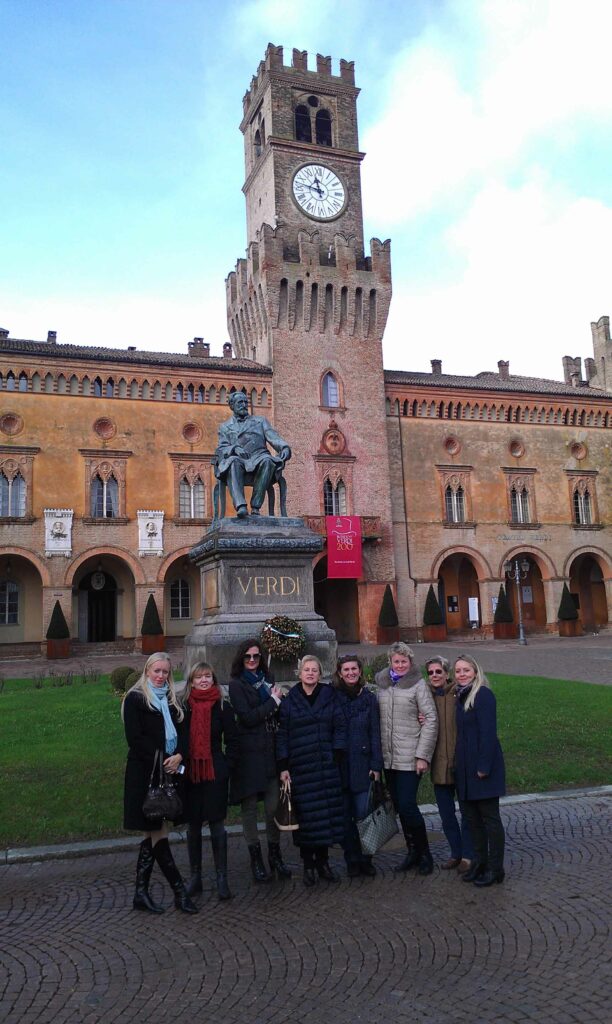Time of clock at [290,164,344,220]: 11:46
